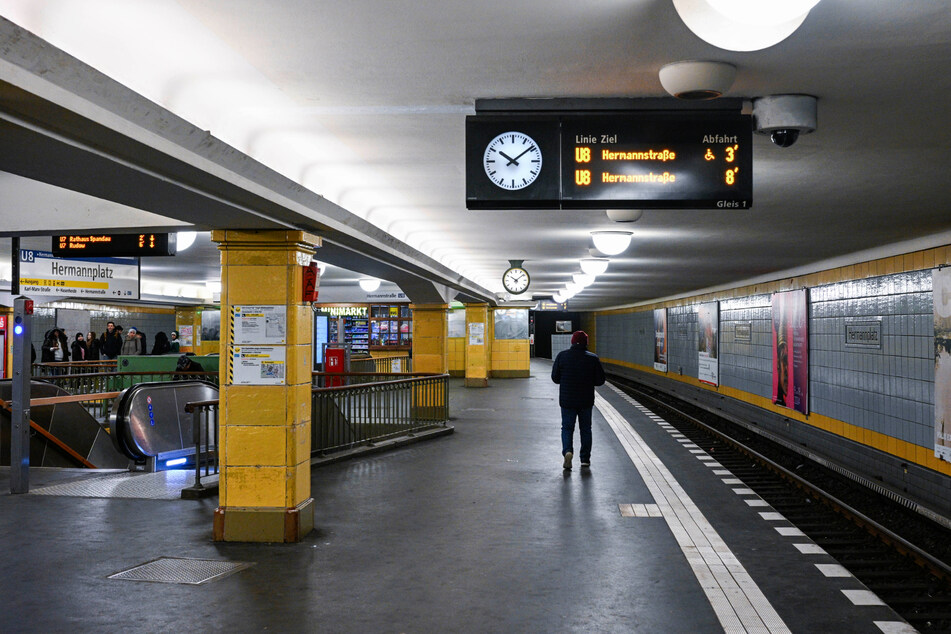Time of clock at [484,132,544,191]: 10:08
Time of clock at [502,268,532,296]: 10:08
